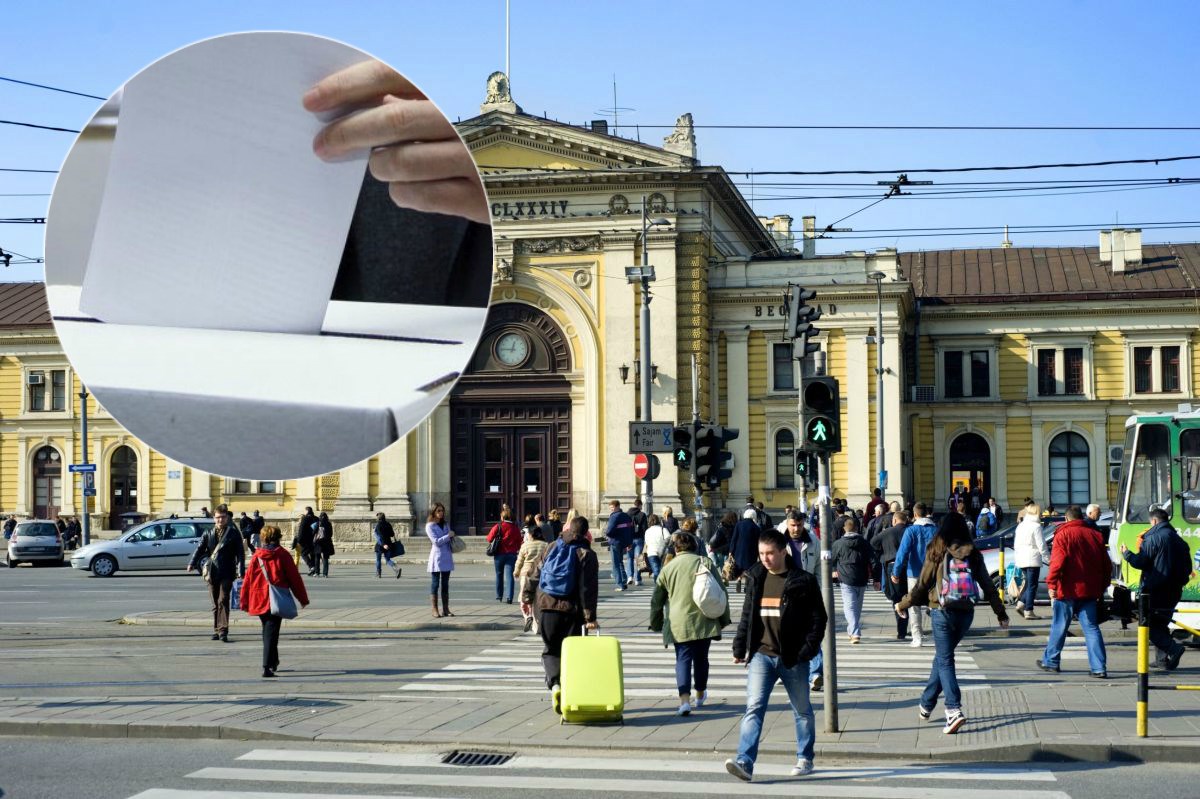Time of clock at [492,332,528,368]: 12:46
